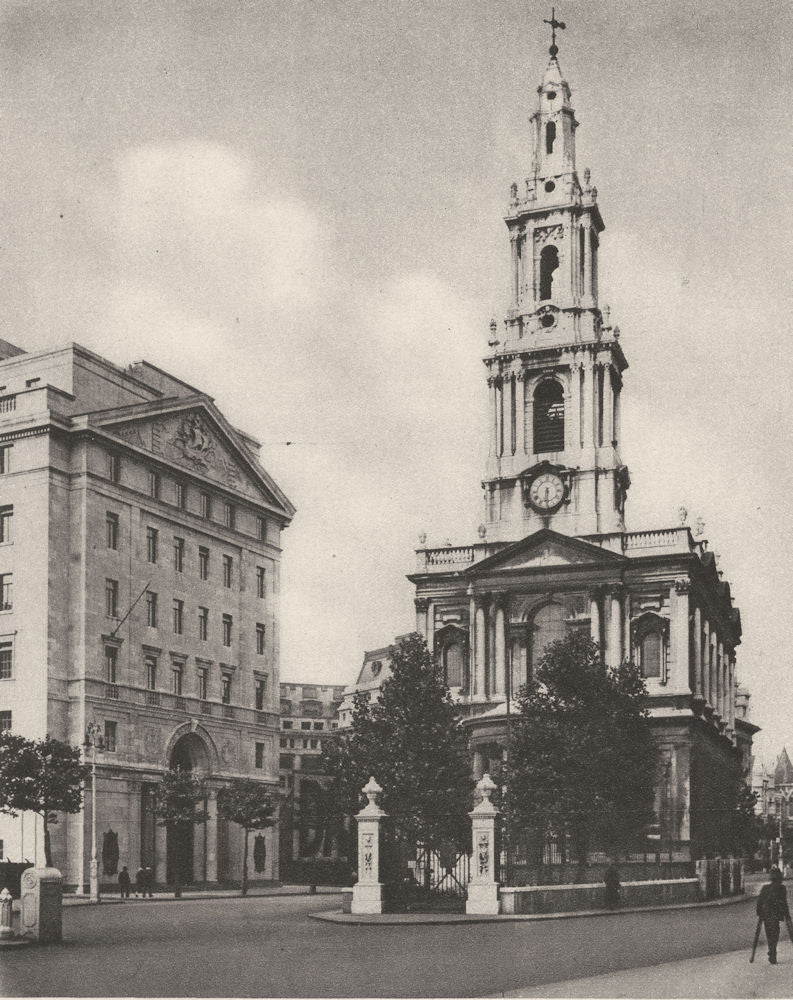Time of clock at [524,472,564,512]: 6:29
